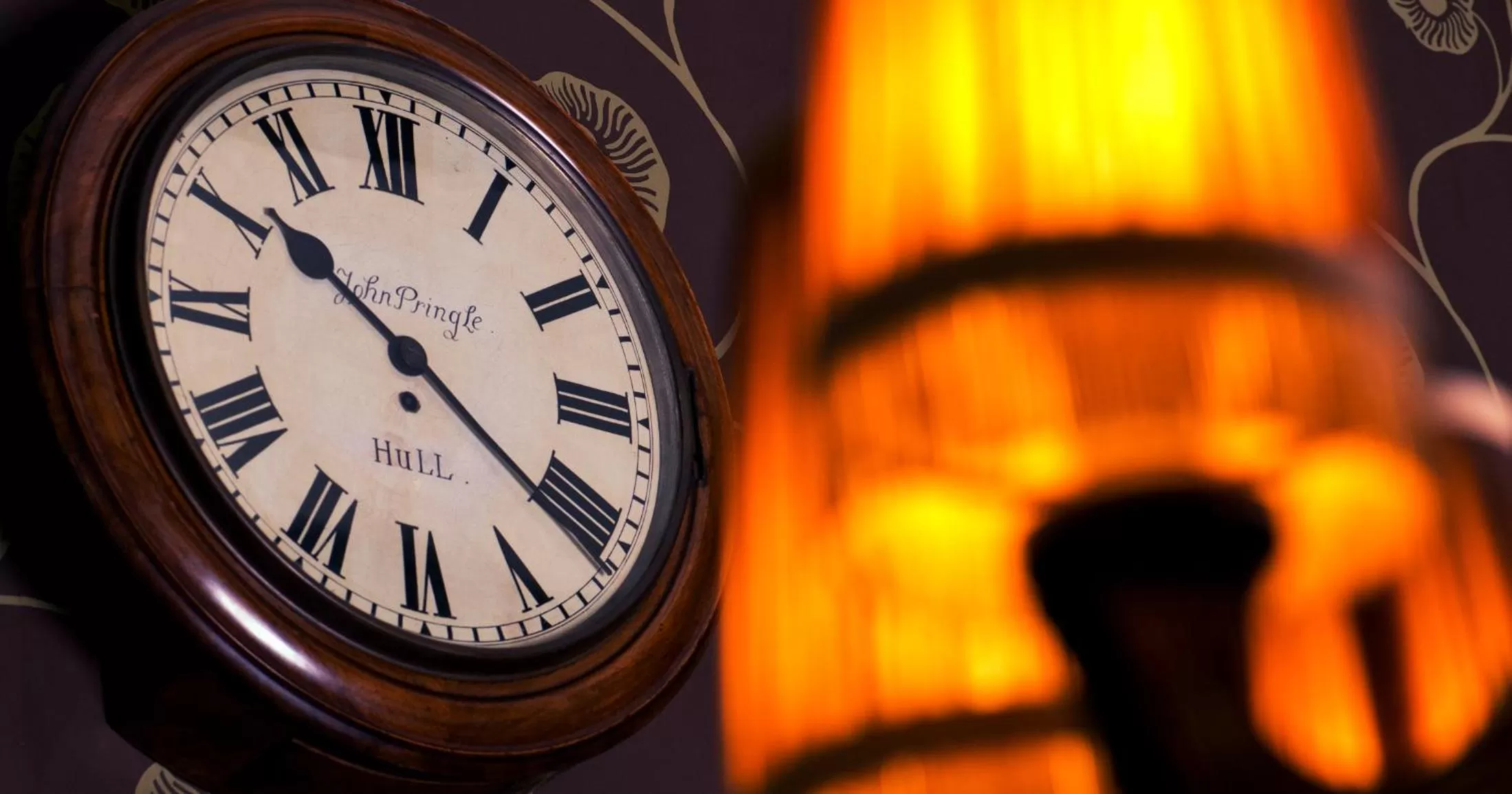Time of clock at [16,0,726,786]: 10:21
